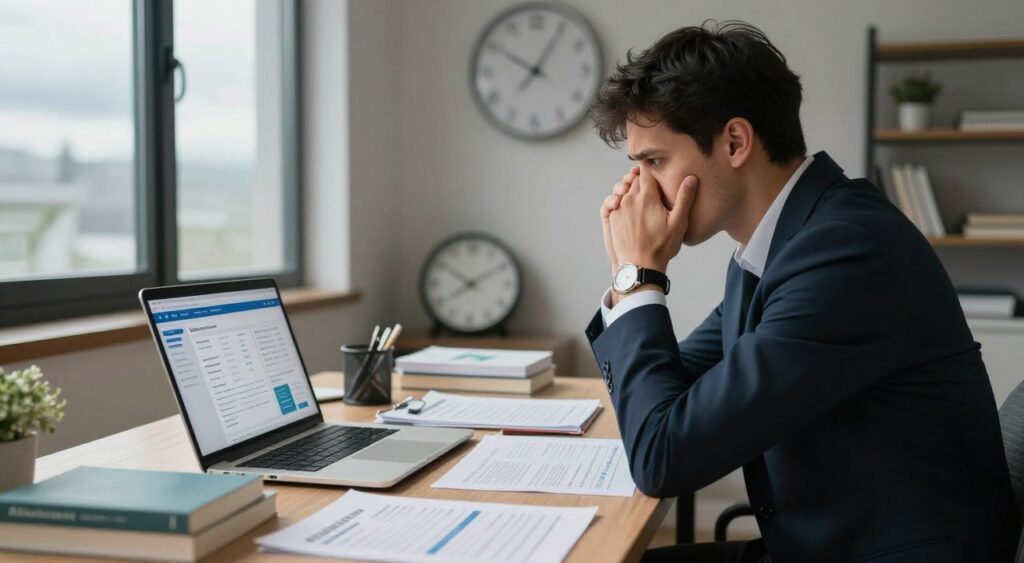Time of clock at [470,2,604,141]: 10:05
